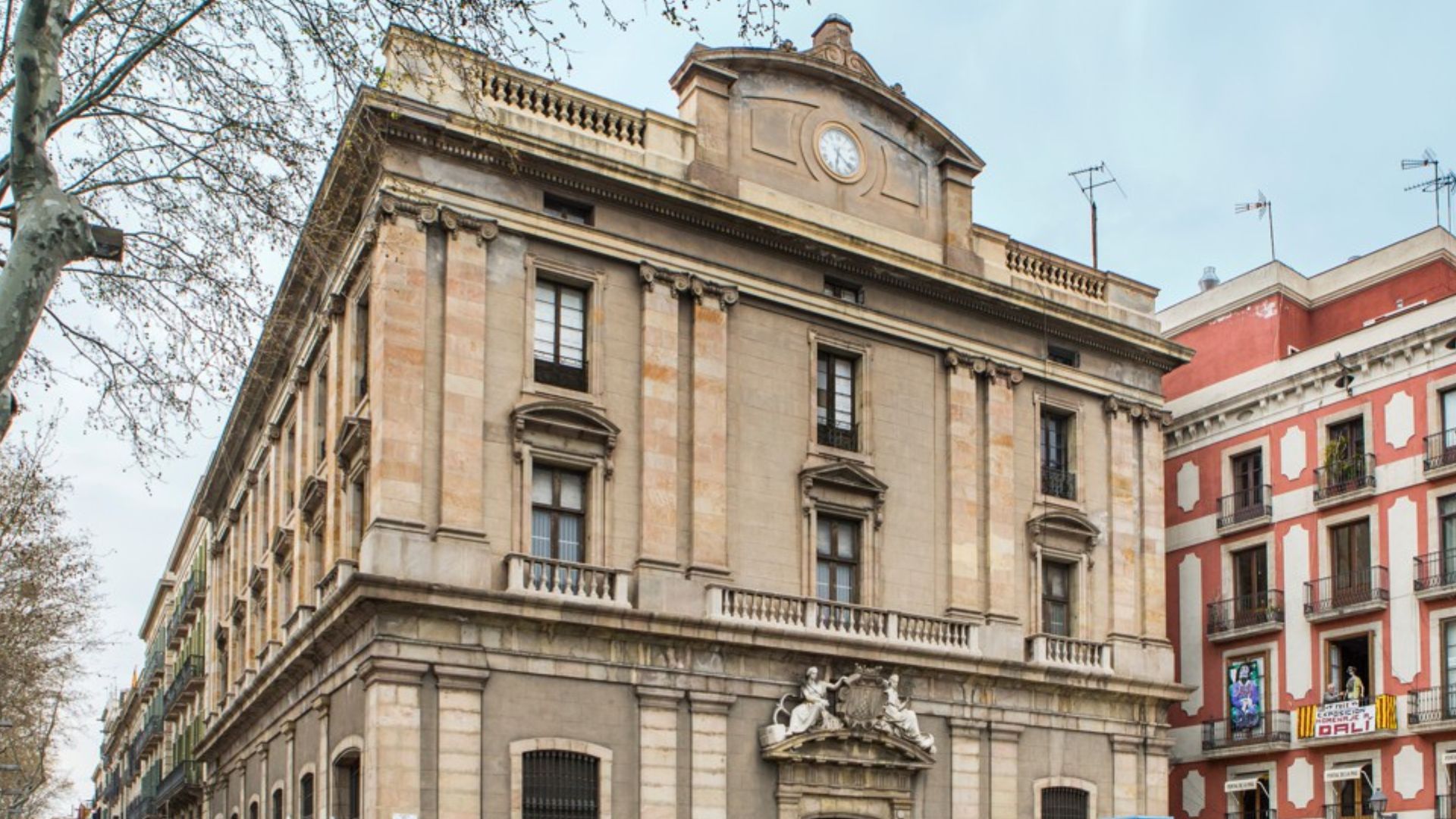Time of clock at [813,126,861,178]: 6:21
